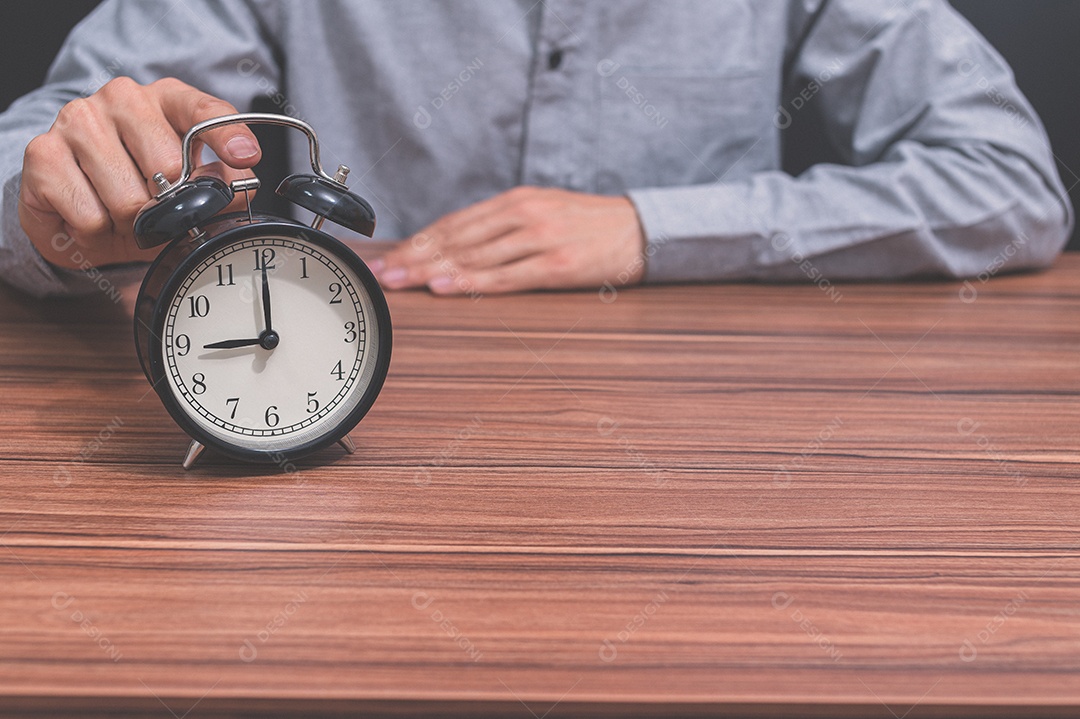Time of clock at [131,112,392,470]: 9:00
